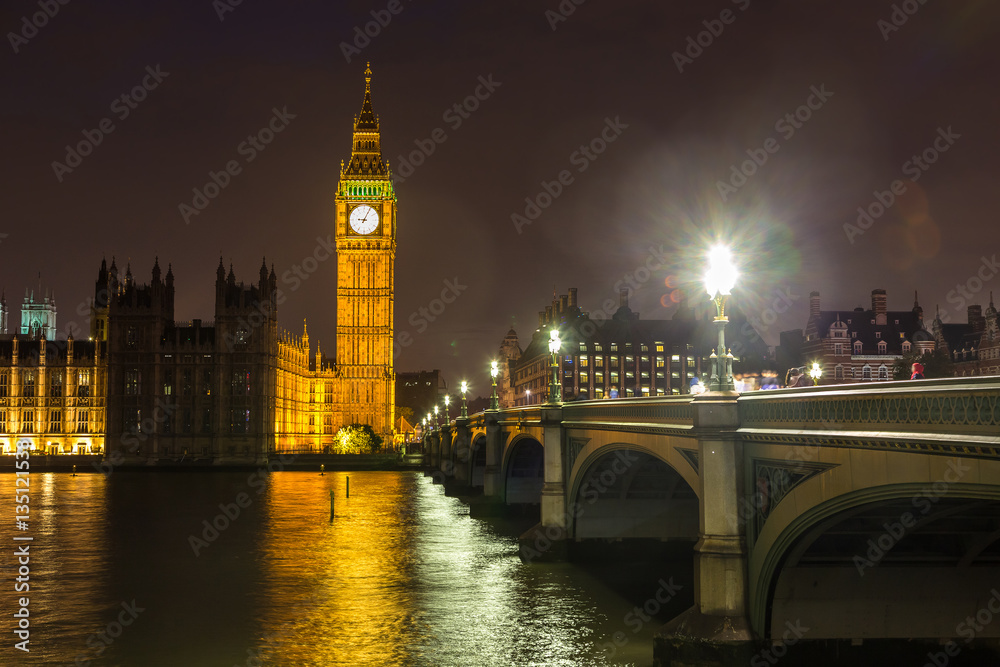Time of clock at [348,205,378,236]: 9:04
